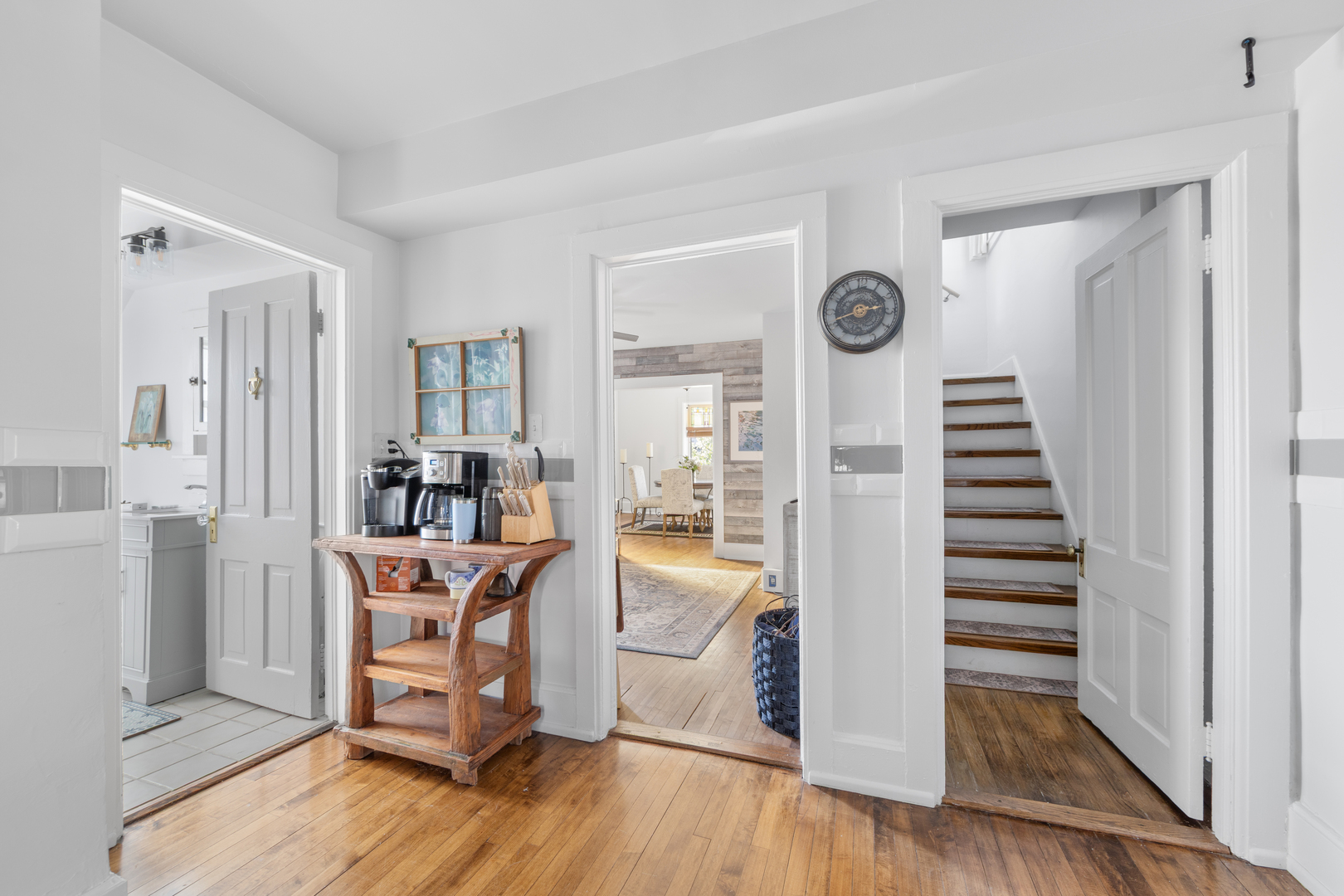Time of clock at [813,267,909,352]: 2:41
